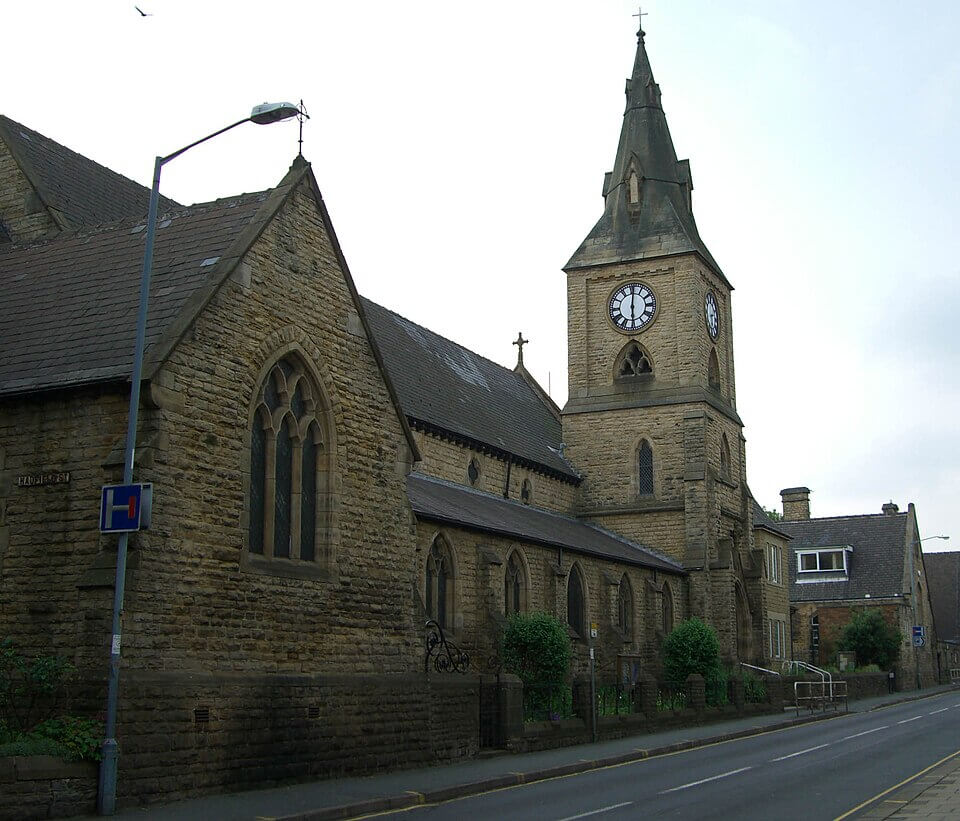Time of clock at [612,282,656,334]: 6:00
